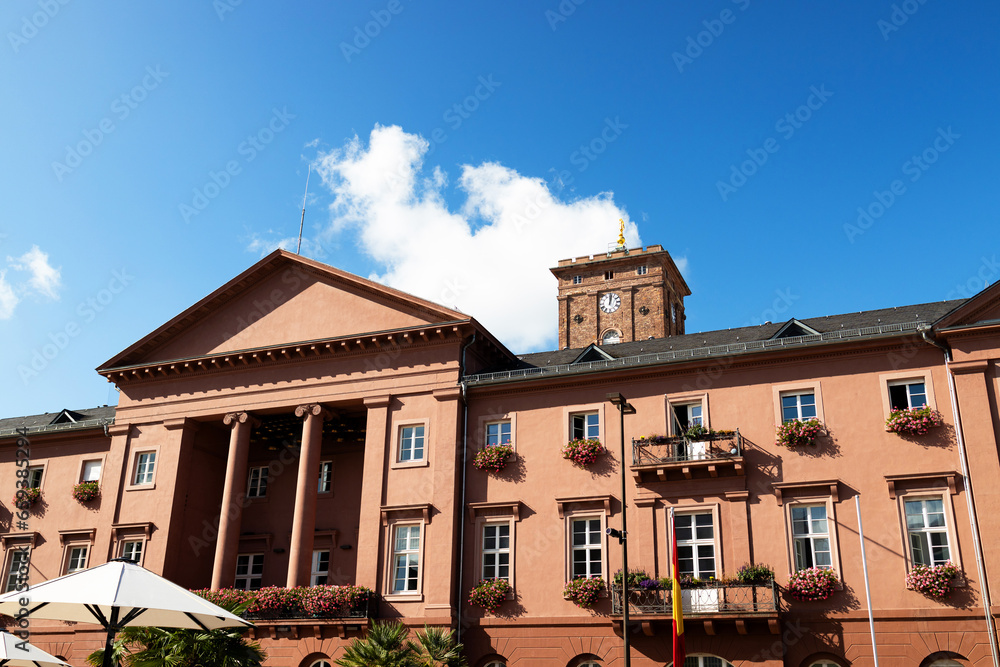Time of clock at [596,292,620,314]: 12:02
